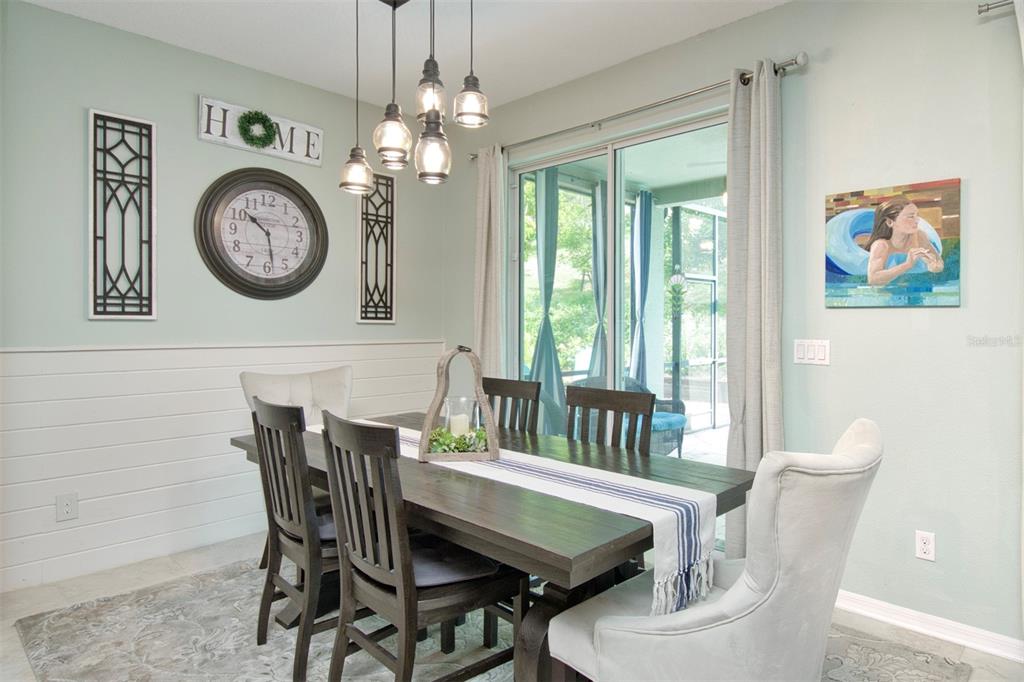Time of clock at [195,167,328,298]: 10:28
